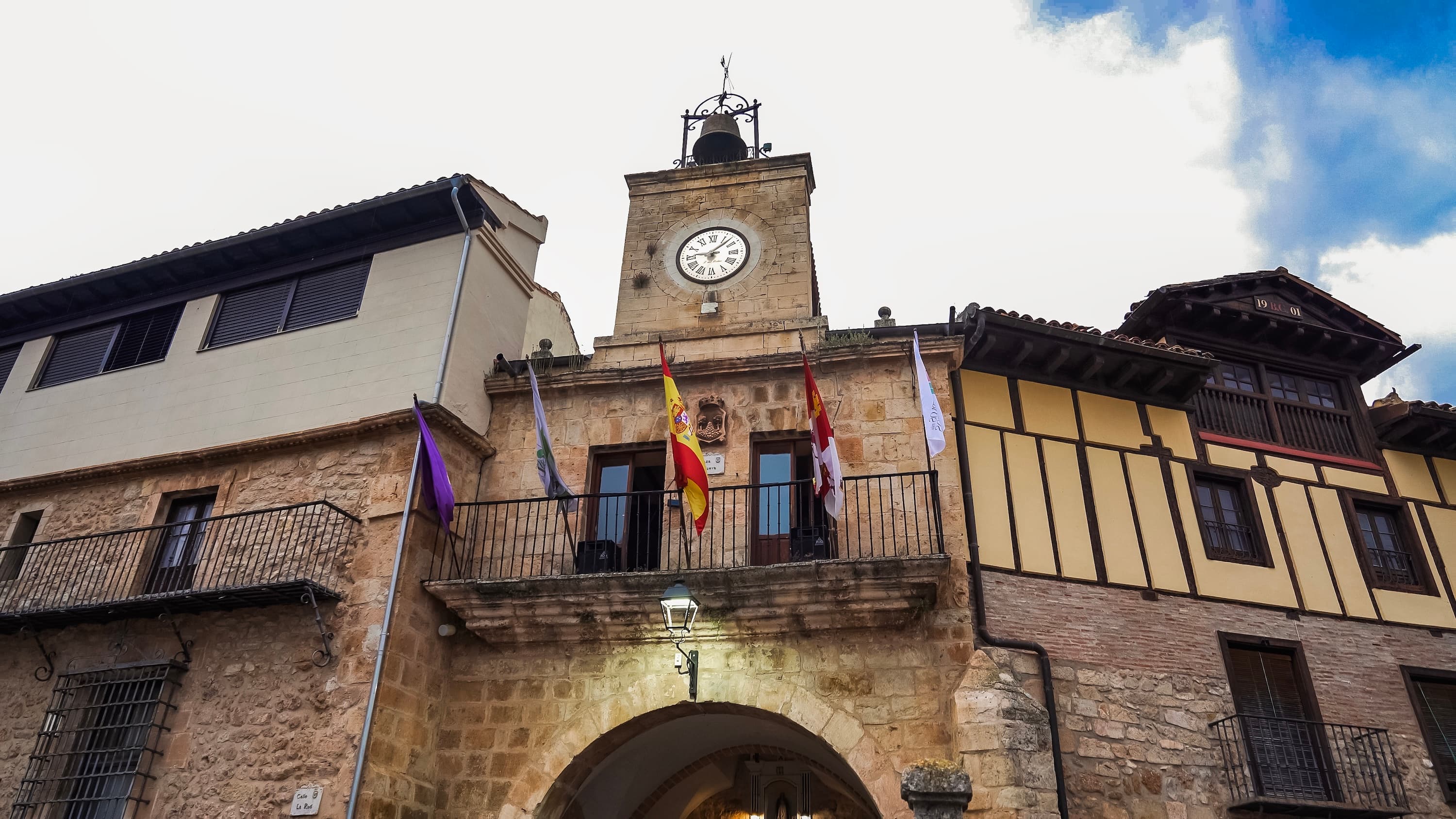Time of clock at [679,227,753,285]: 9:07
